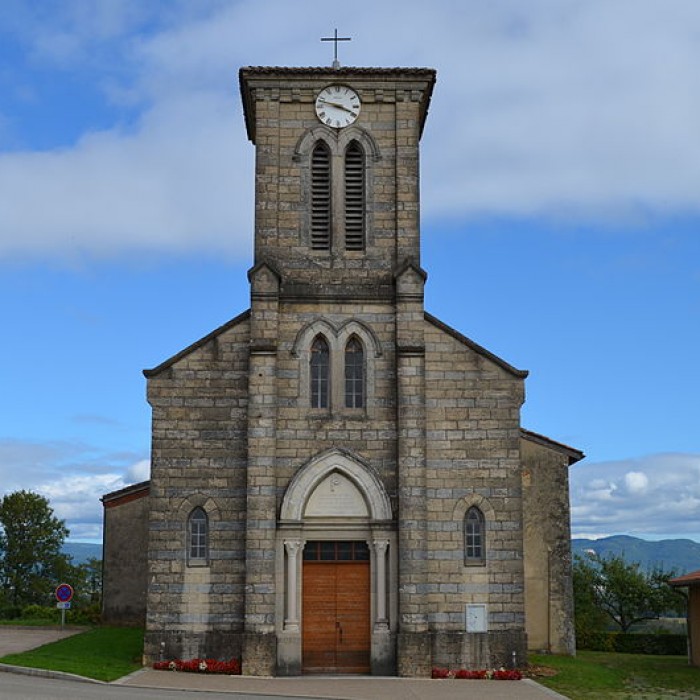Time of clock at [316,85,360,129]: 3:47
